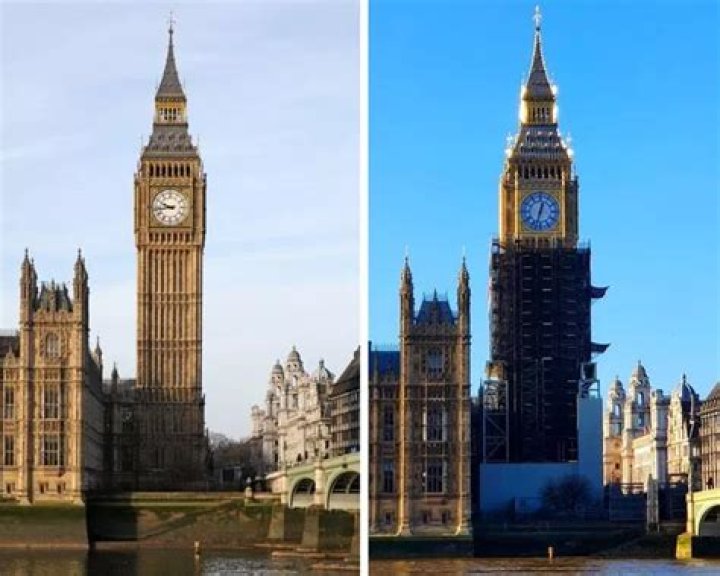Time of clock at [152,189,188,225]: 9:43
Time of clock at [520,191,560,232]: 12:32
